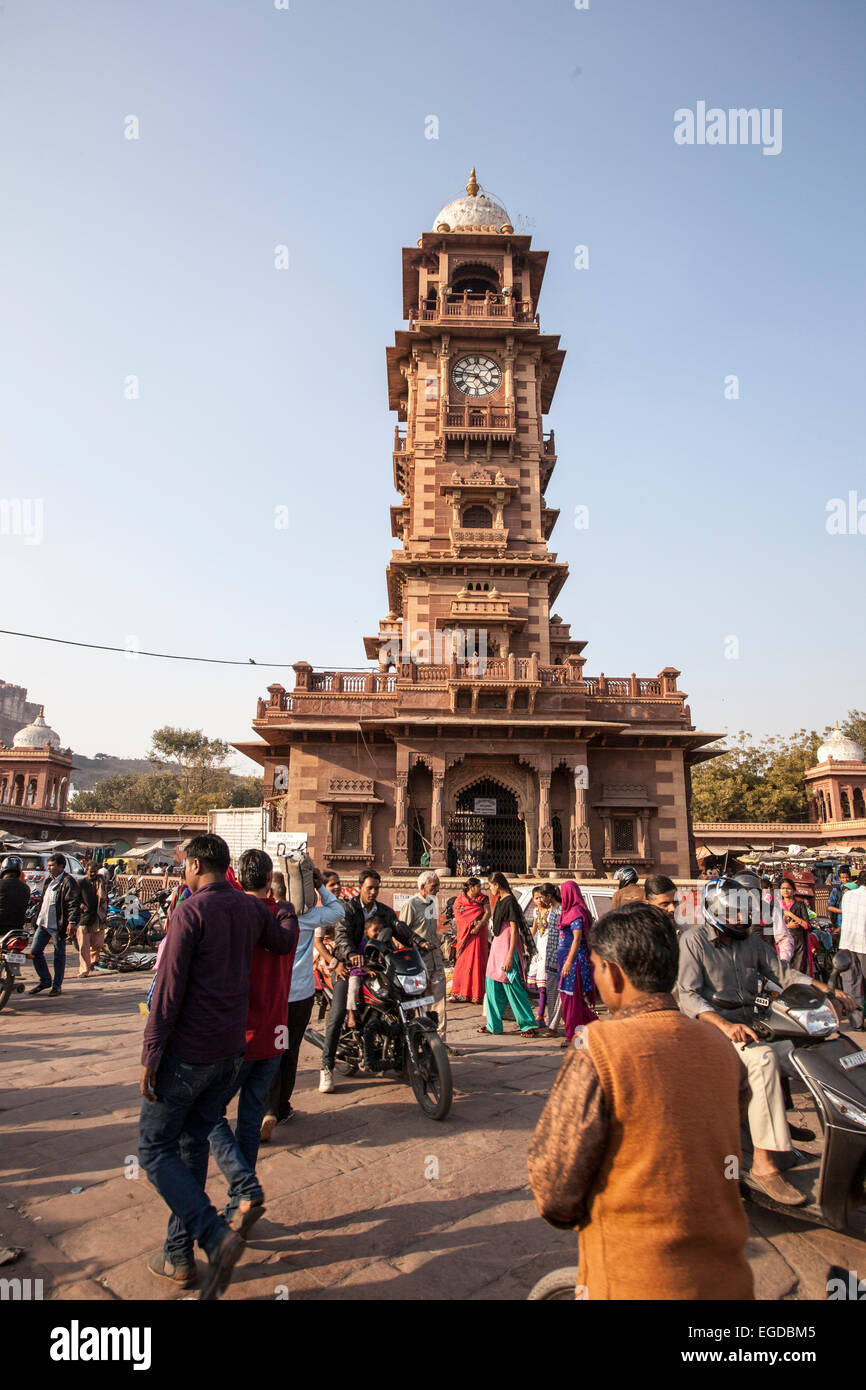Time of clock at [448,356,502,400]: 4:46
